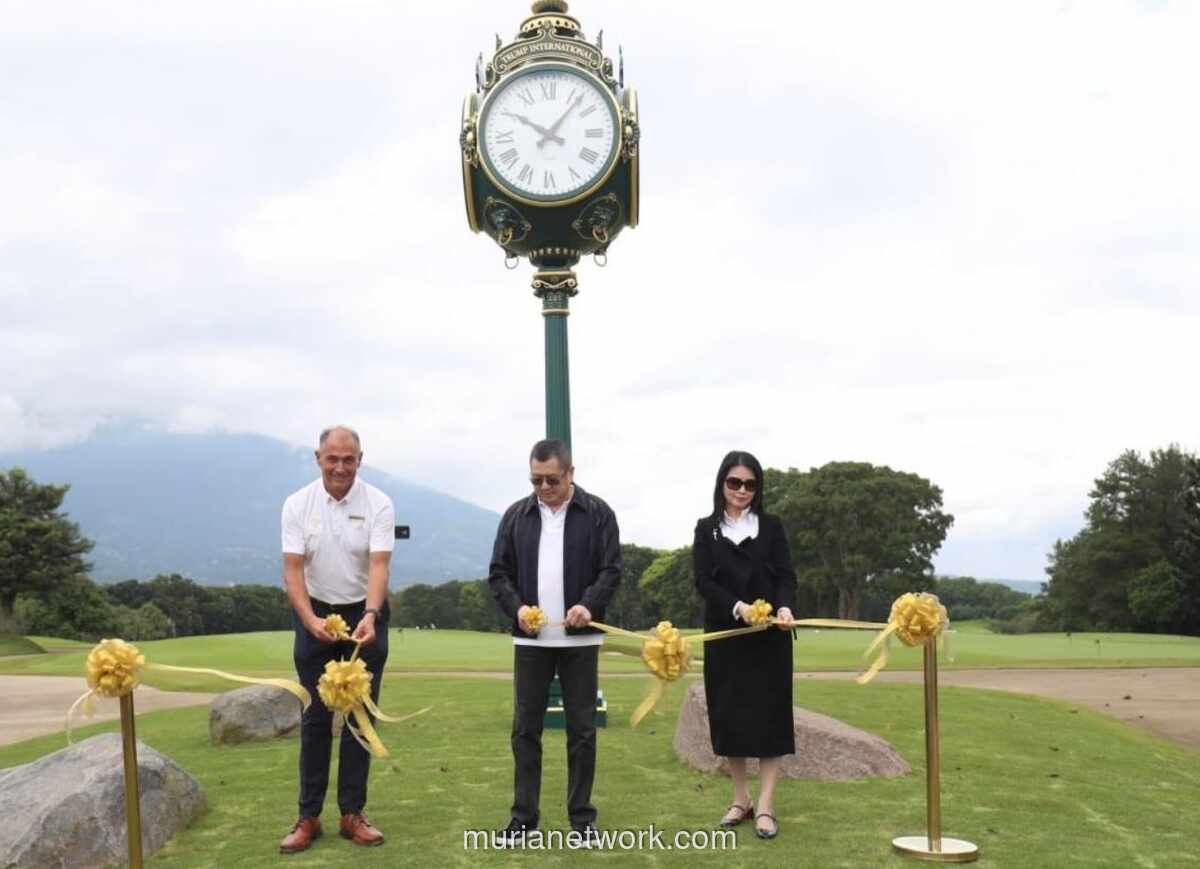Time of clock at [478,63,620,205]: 10:06
